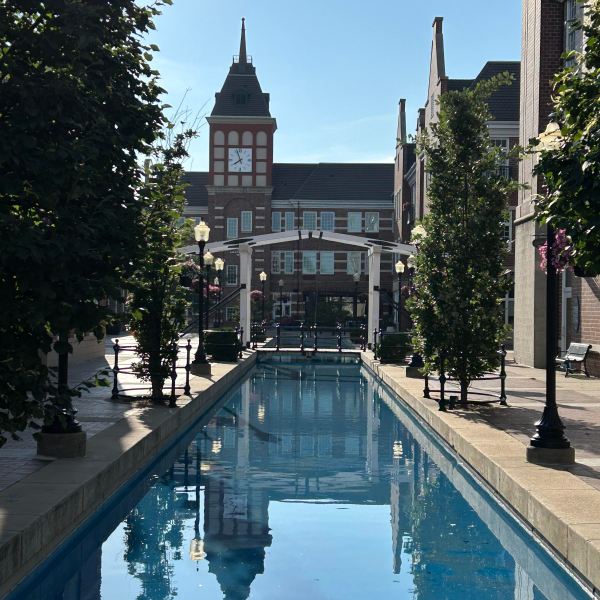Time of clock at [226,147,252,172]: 7:56
